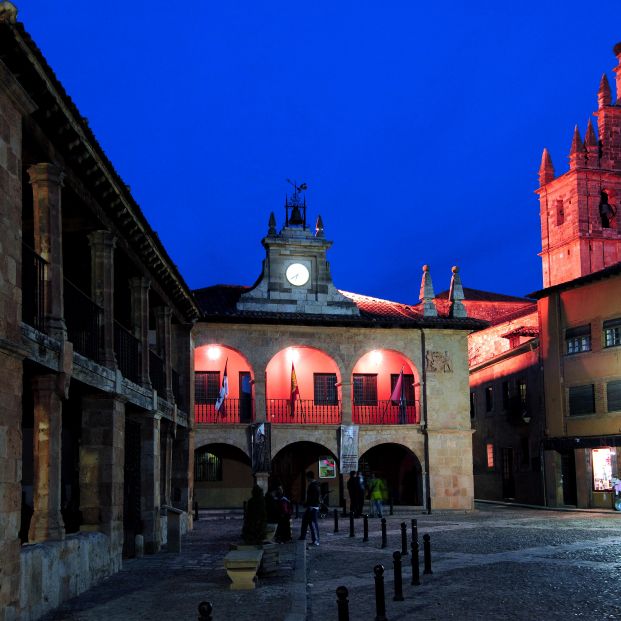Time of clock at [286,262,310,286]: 6:39
